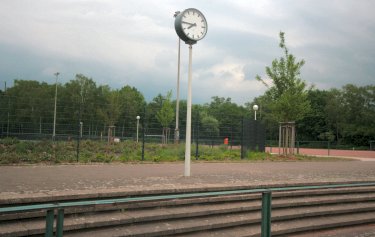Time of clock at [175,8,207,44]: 7:45
